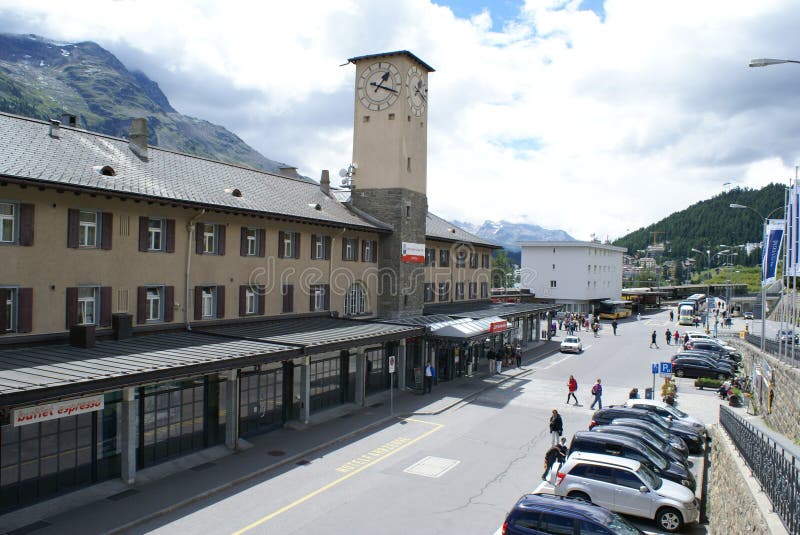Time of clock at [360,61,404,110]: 1:18
